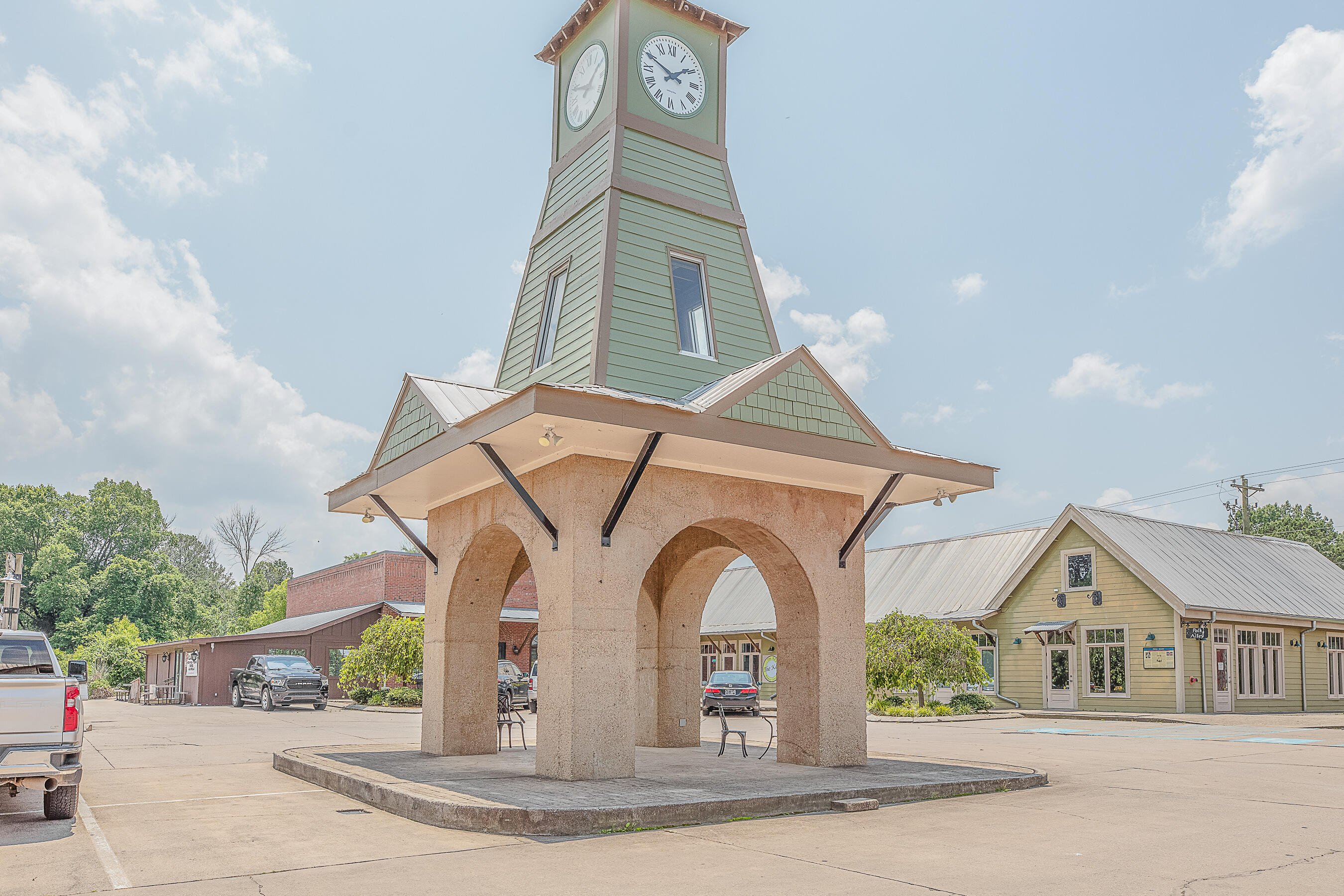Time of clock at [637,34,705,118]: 1:49
